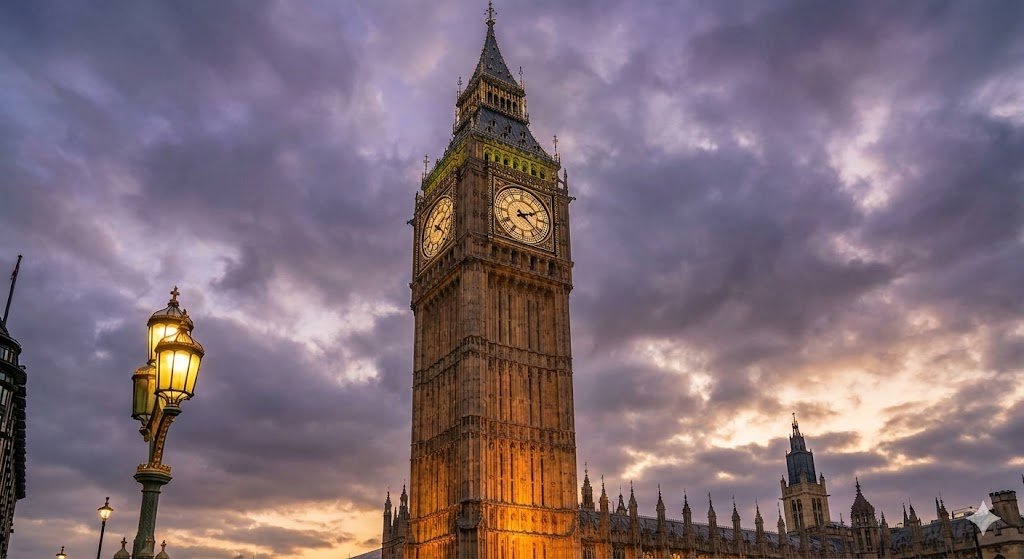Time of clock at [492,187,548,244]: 2:21
